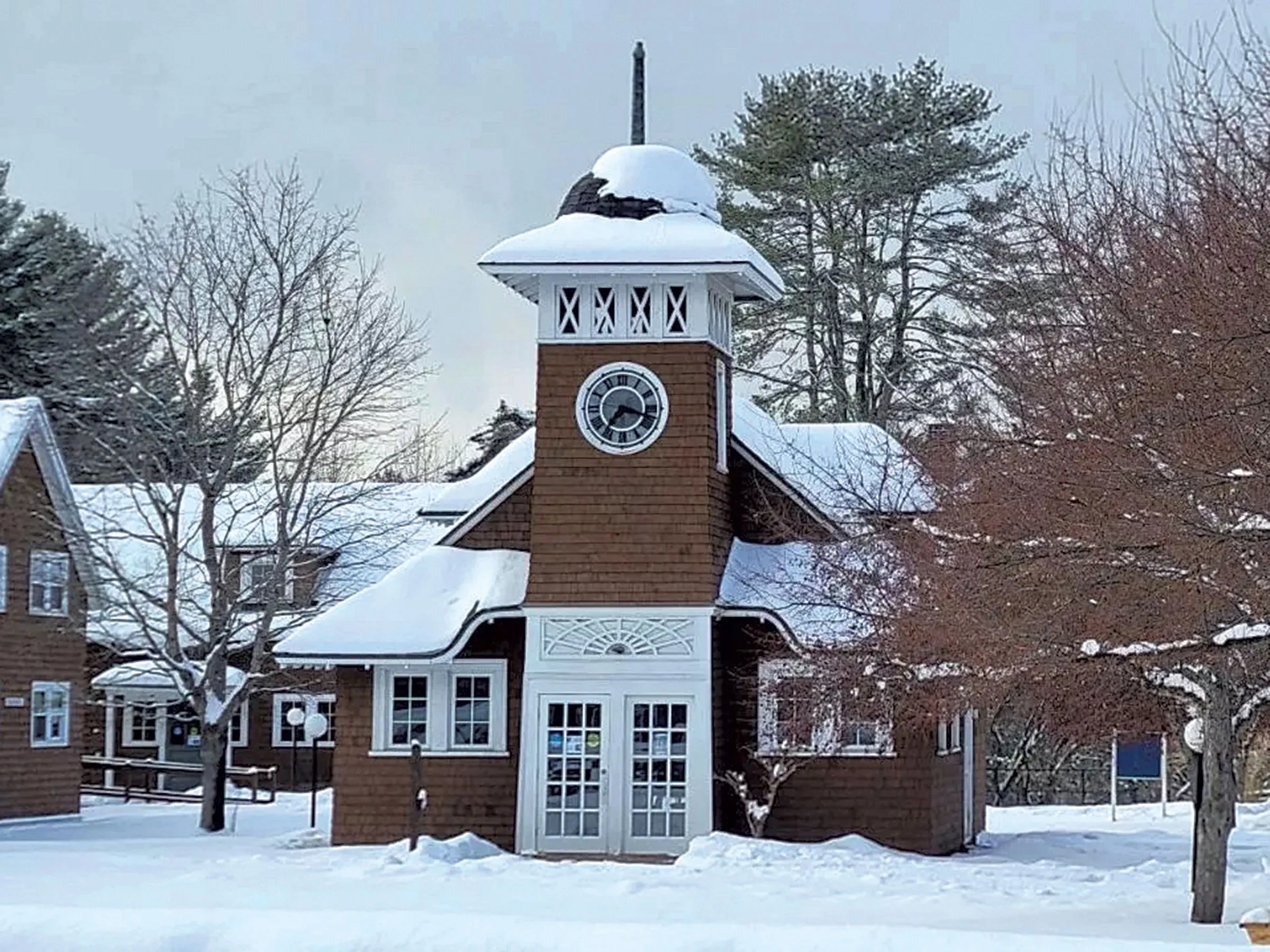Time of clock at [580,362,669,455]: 7:17
